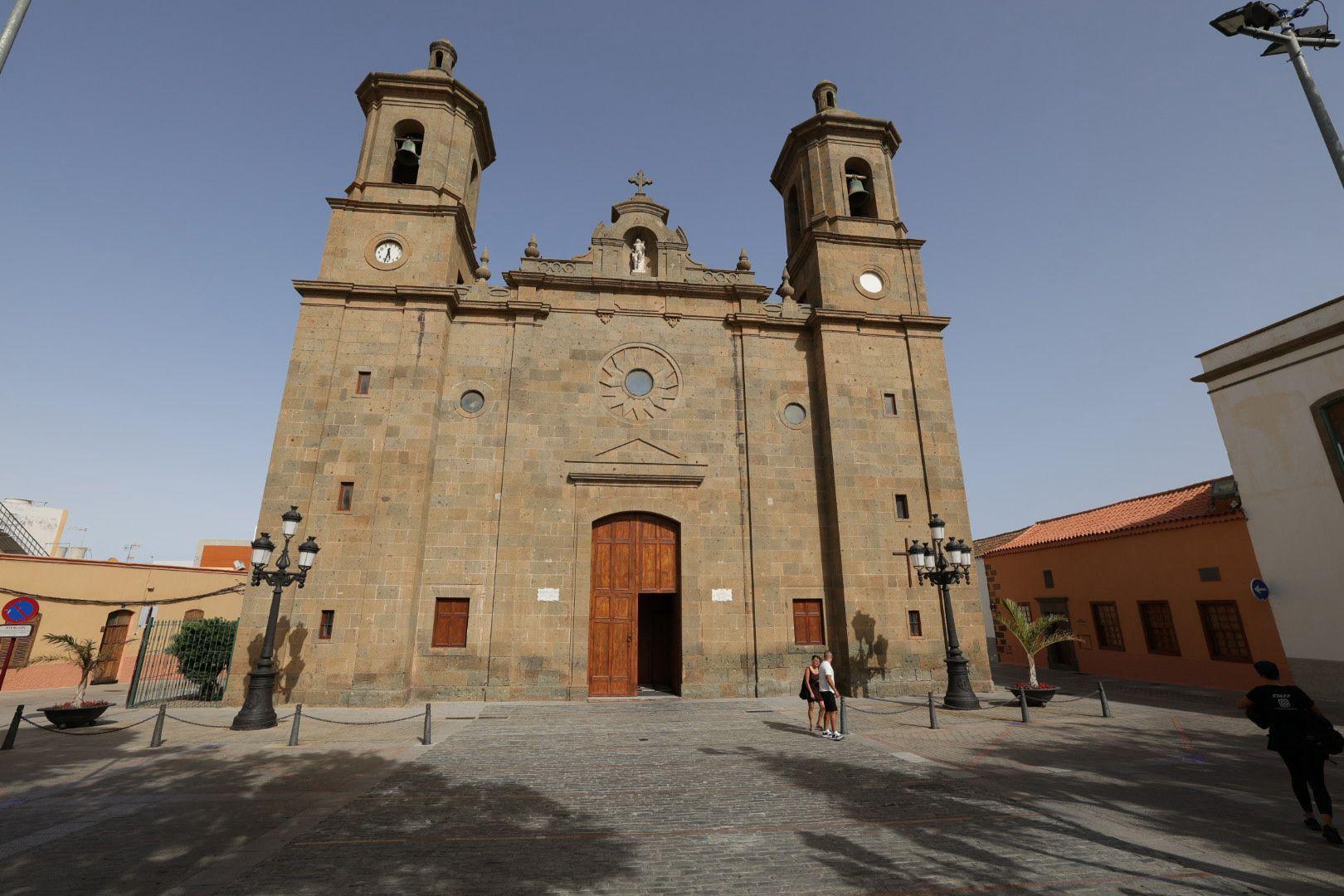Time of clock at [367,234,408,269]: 5:32
